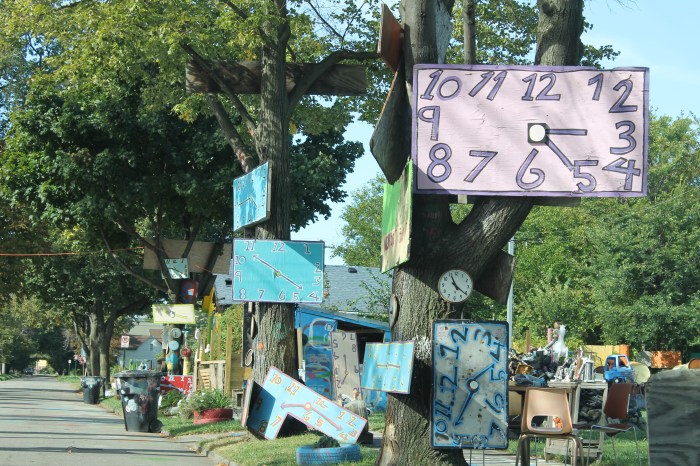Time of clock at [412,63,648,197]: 3:24
